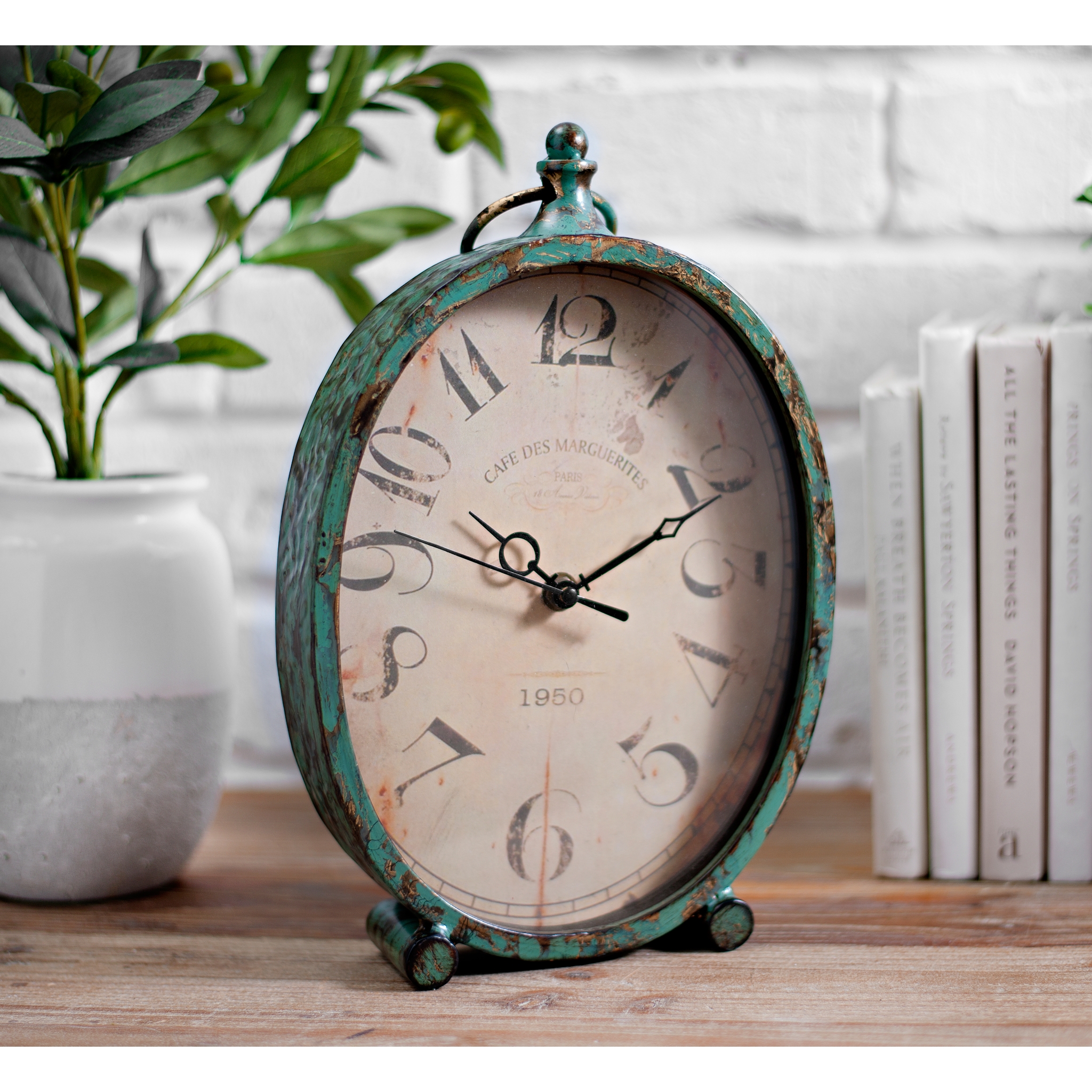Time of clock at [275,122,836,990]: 9:10
